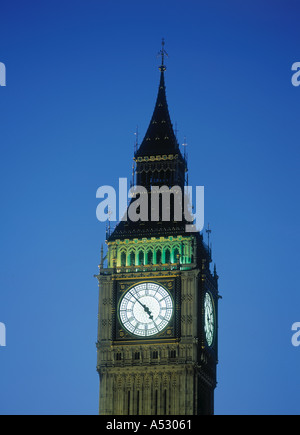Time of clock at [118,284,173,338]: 4:52
